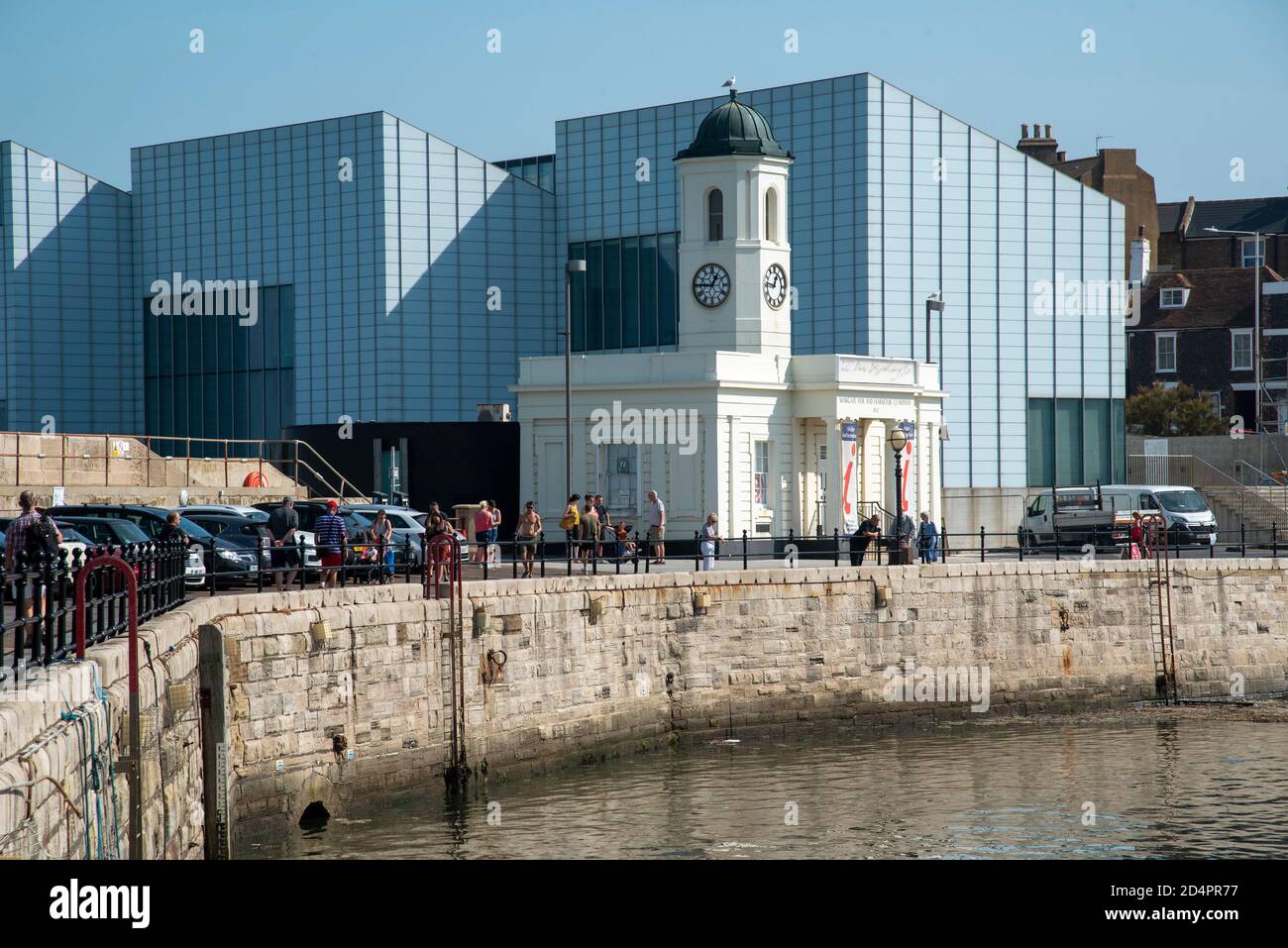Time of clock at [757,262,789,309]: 12:46
